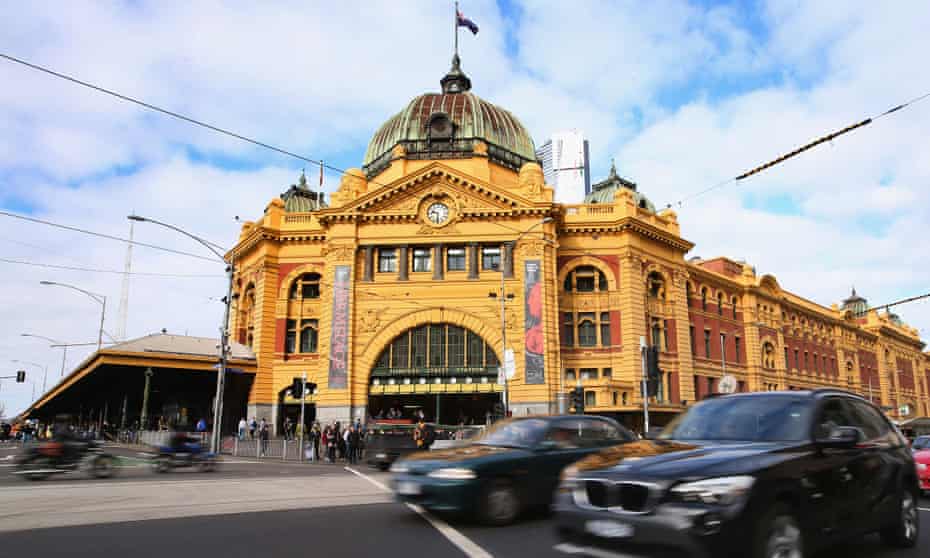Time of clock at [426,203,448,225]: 9:31
